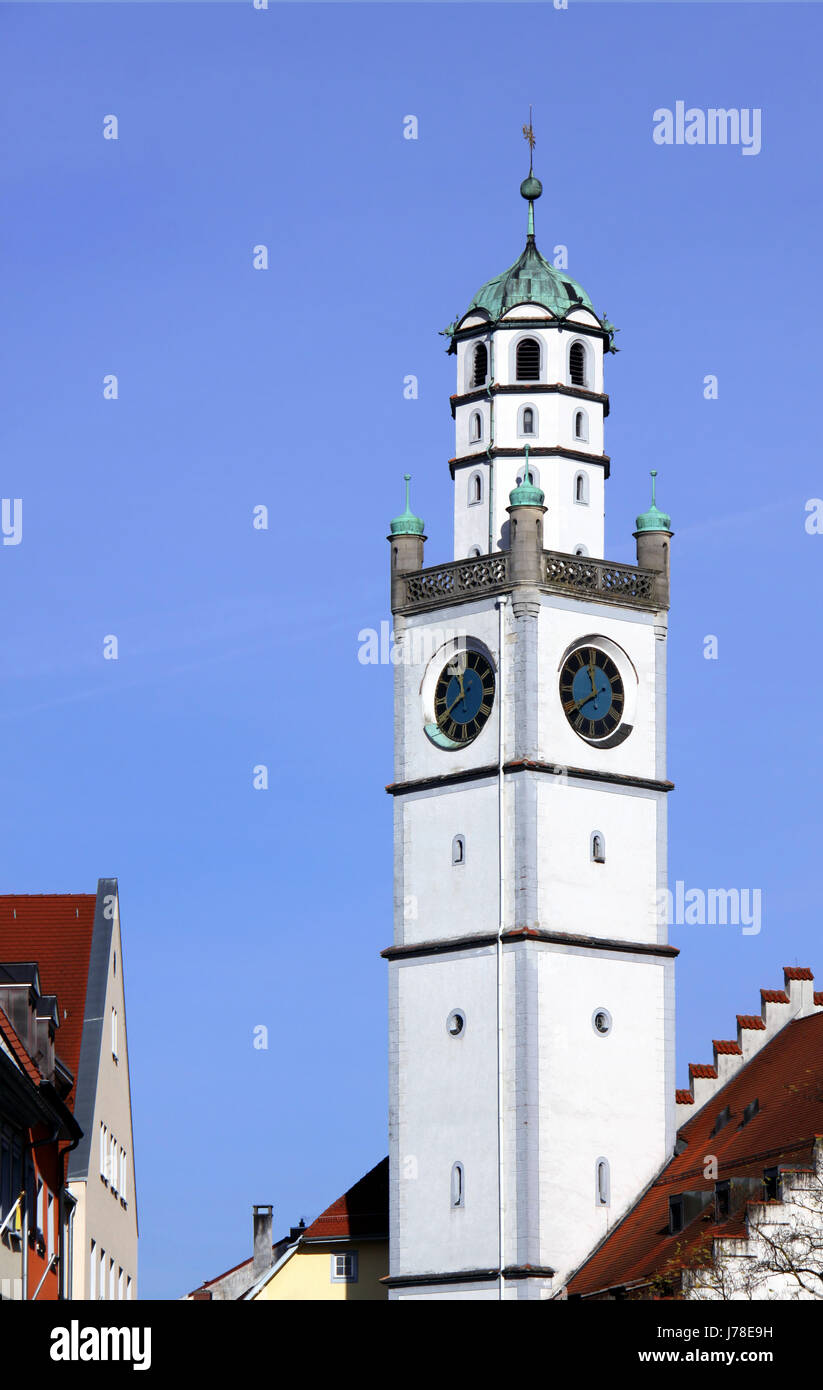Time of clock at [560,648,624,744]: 11:39
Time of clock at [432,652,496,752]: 11:39
